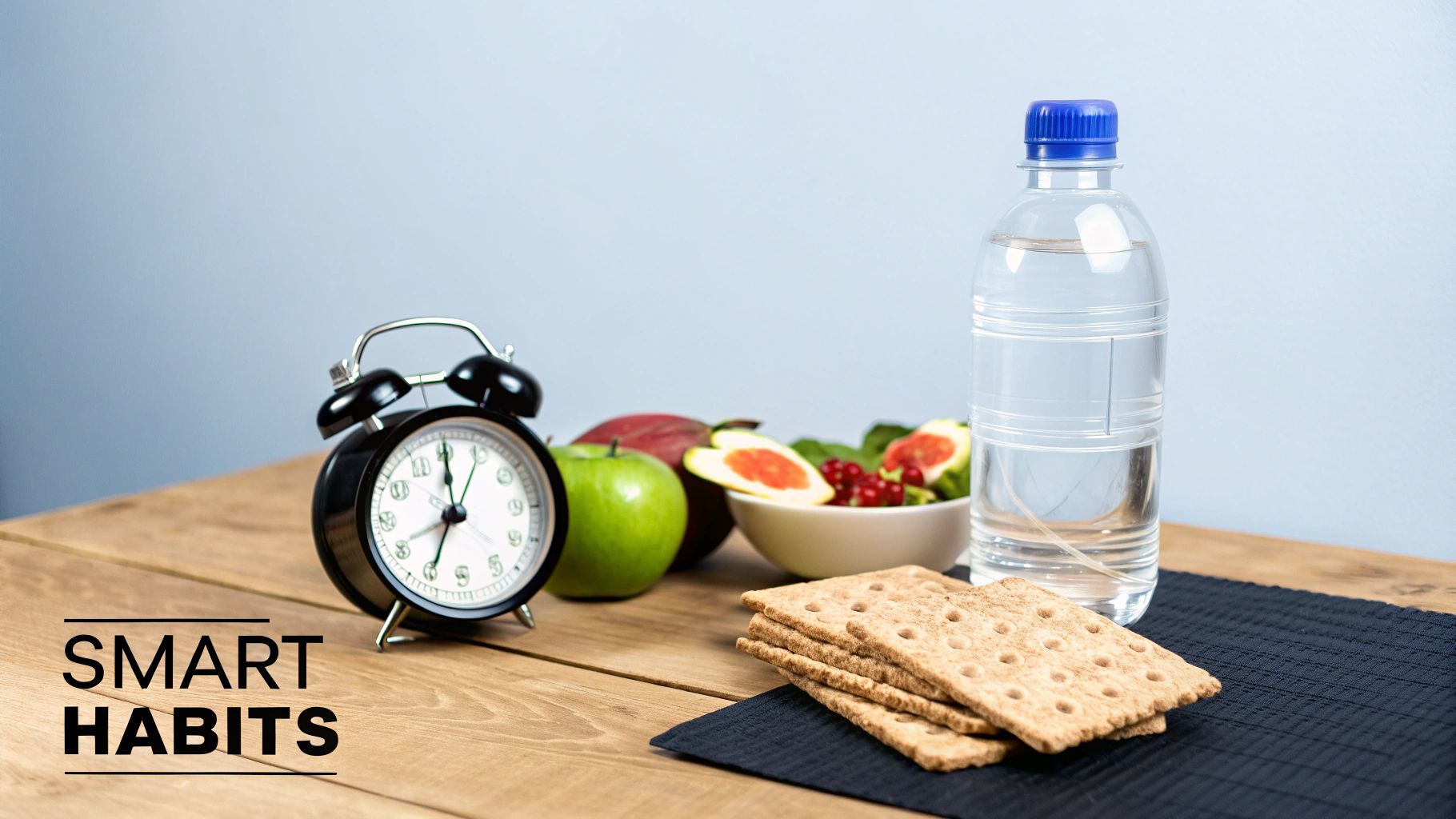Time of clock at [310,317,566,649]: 7:00
